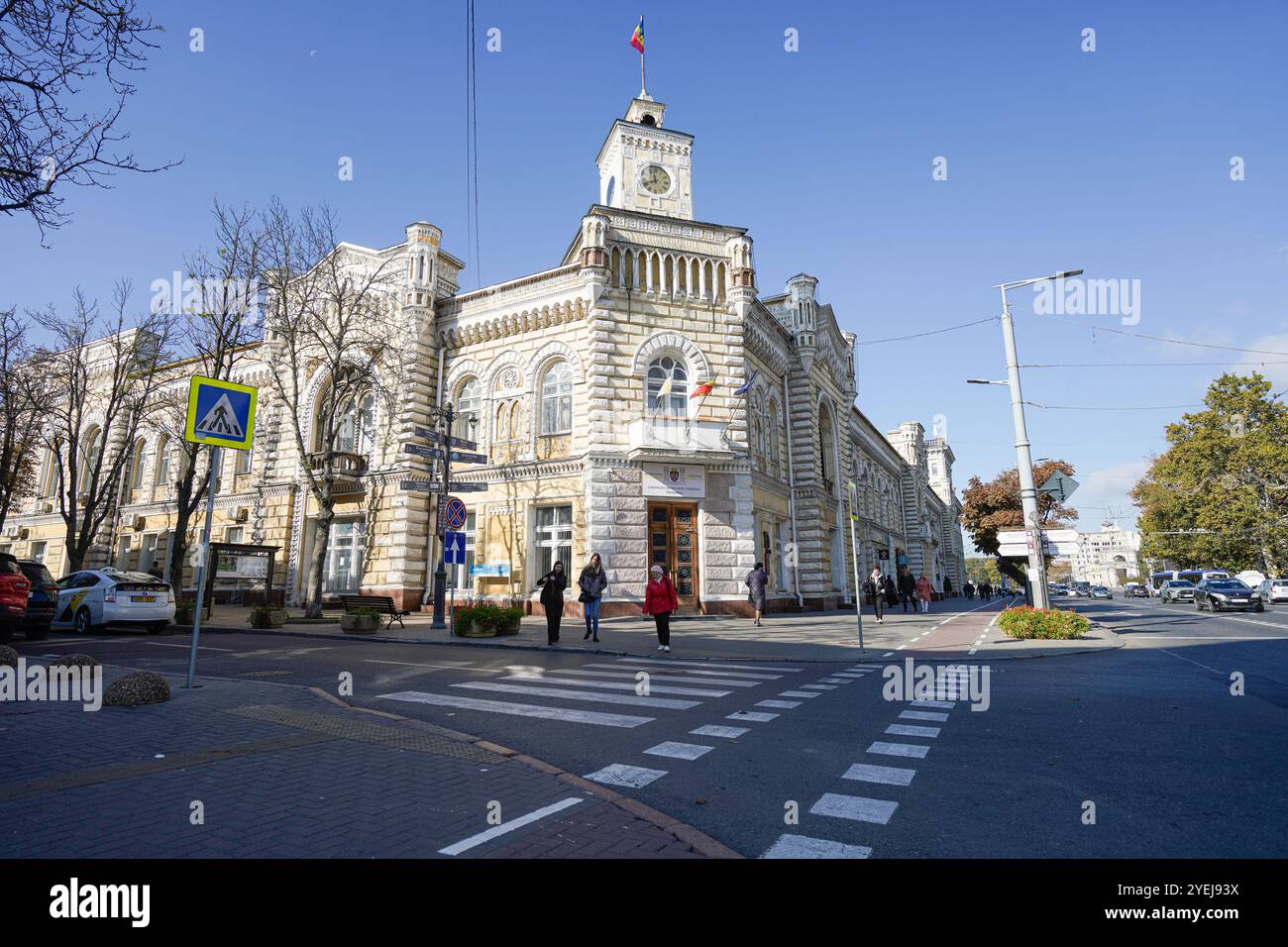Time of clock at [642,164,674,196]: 11:40
